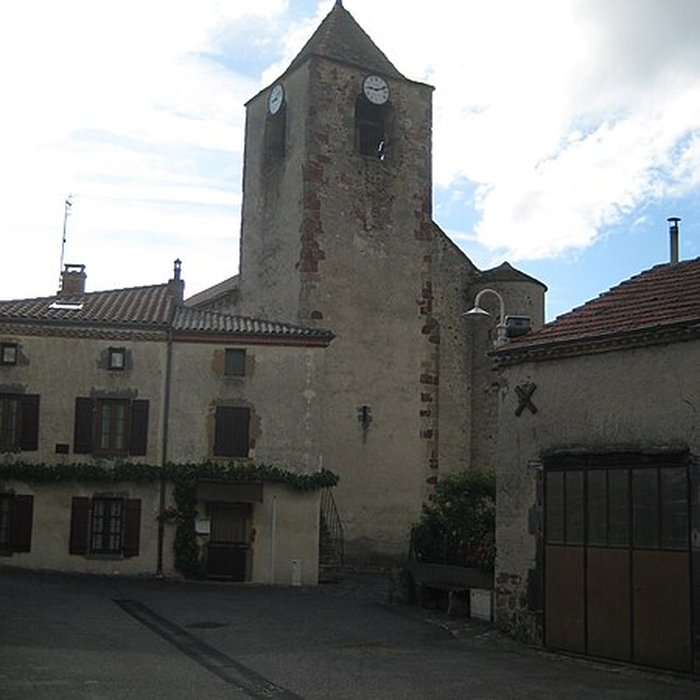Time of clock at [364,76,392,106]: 9:11
